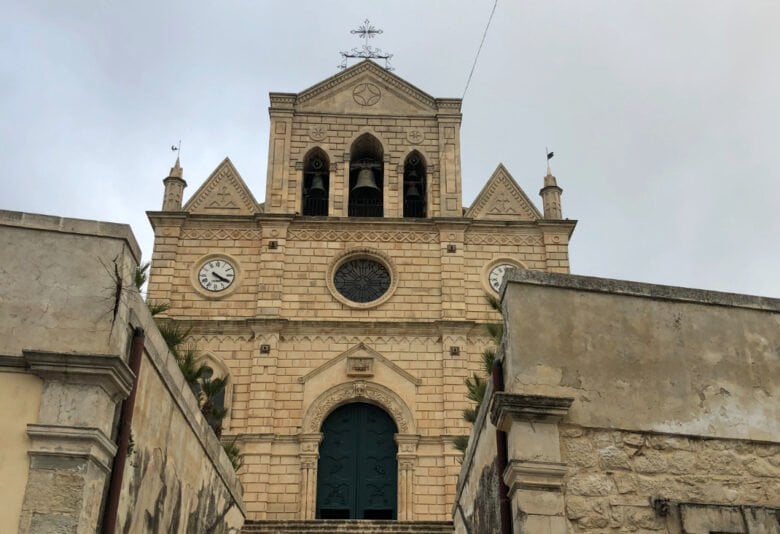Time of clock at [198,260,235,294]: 4:19
